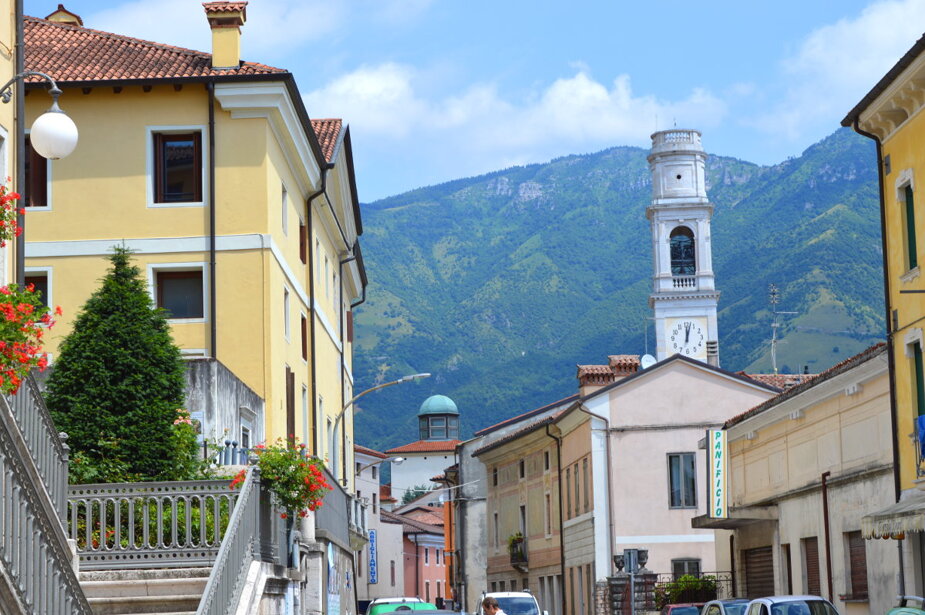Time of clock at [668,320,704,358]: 12:02
